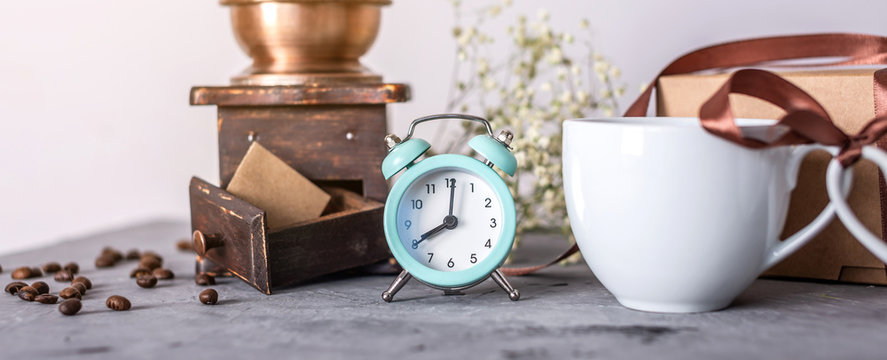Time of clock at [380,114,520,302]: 8:01
